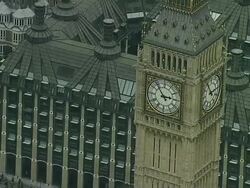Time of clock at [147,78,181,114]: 2:53
